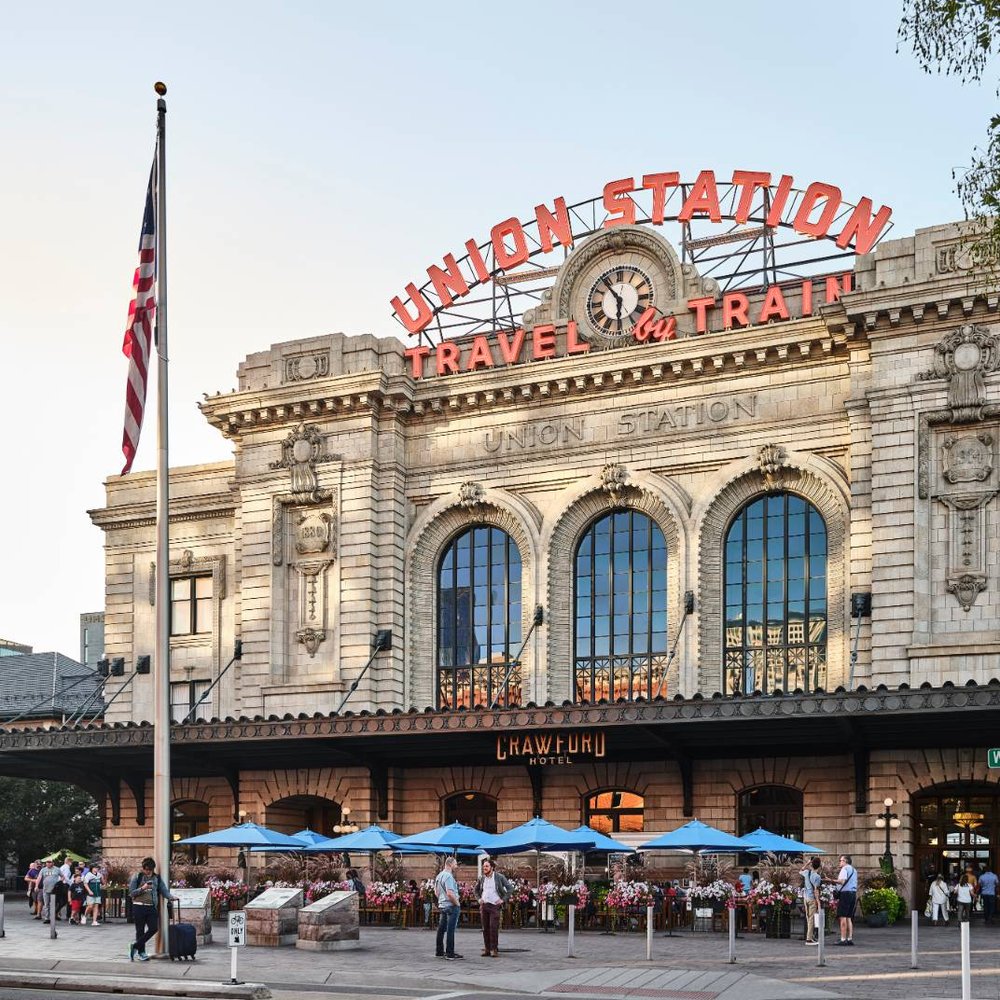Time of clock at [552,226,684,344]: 5:54
